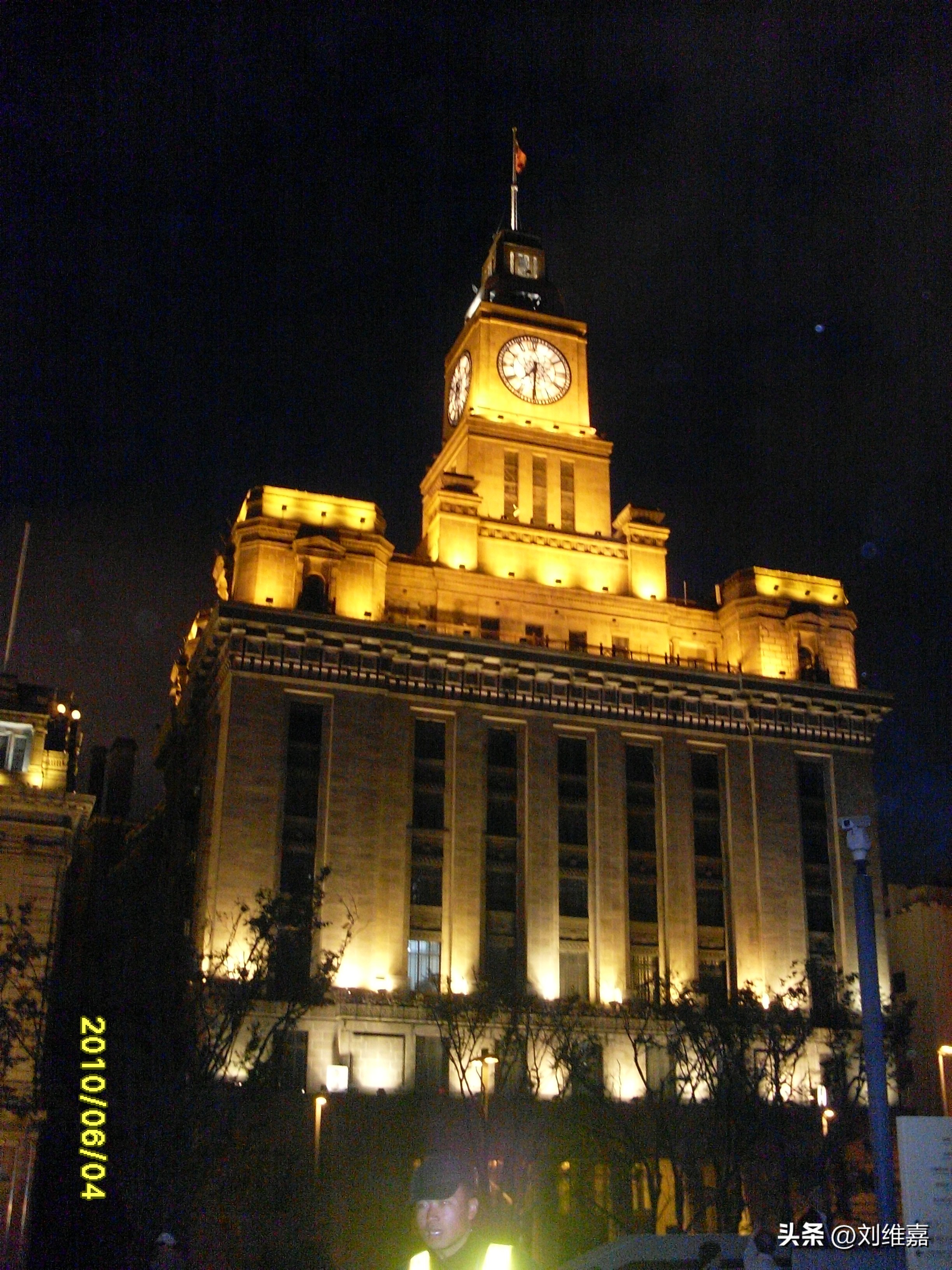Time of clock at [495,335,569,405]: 7:30
